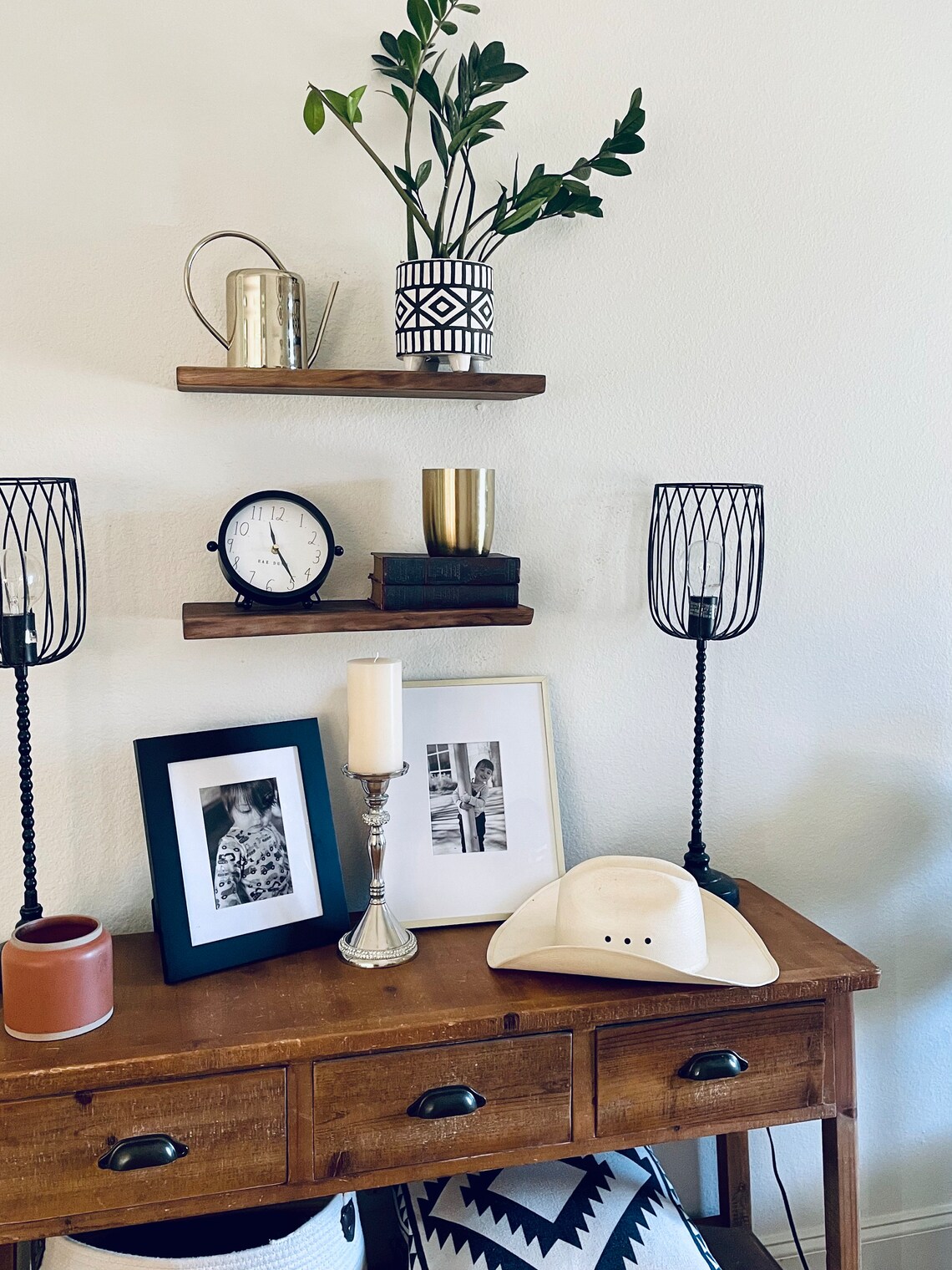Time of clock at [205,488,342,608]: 11:24
